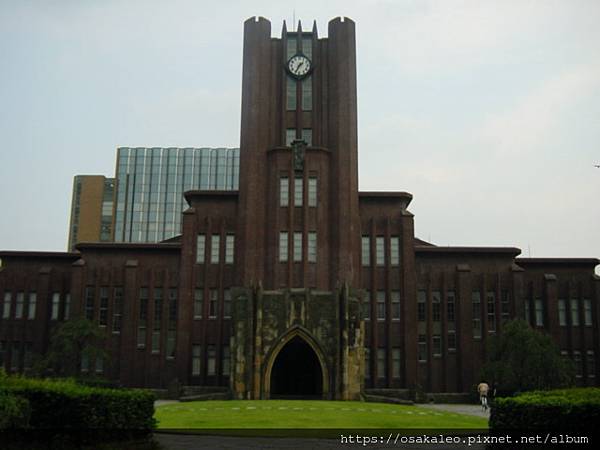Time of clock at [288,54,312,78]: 1:34
